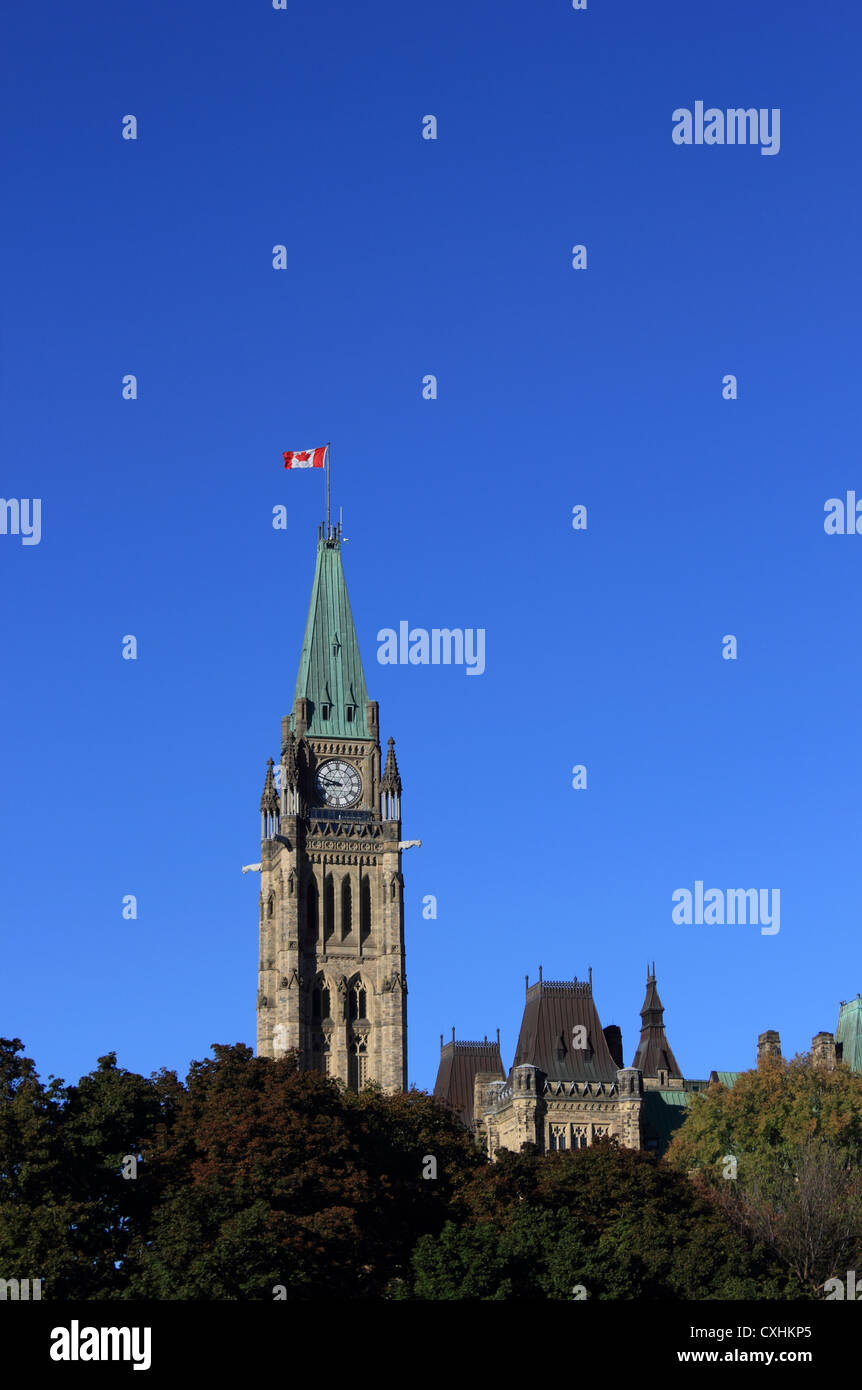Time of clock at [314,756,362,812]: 8:47
